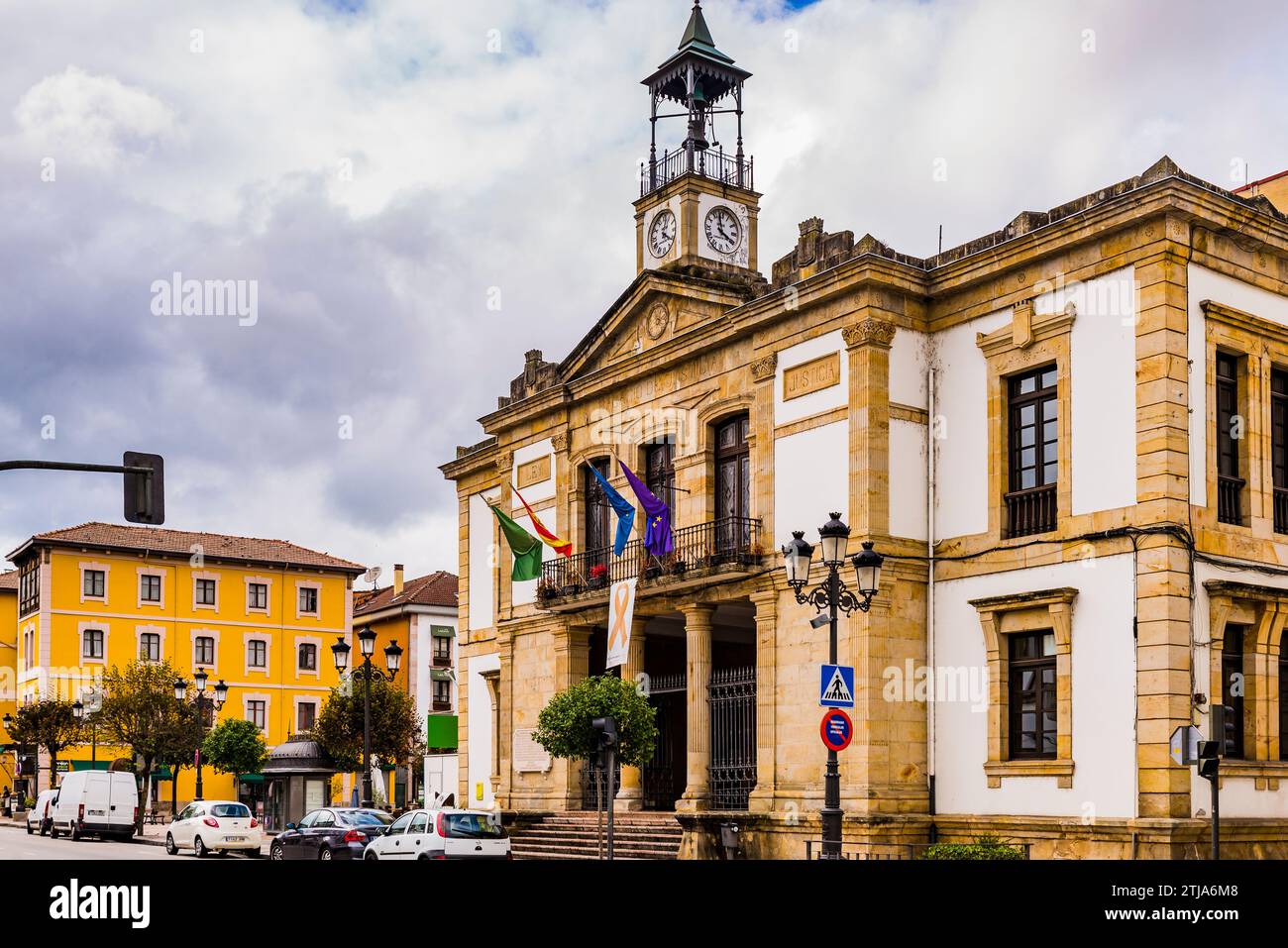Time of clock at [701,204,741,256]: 3:58
